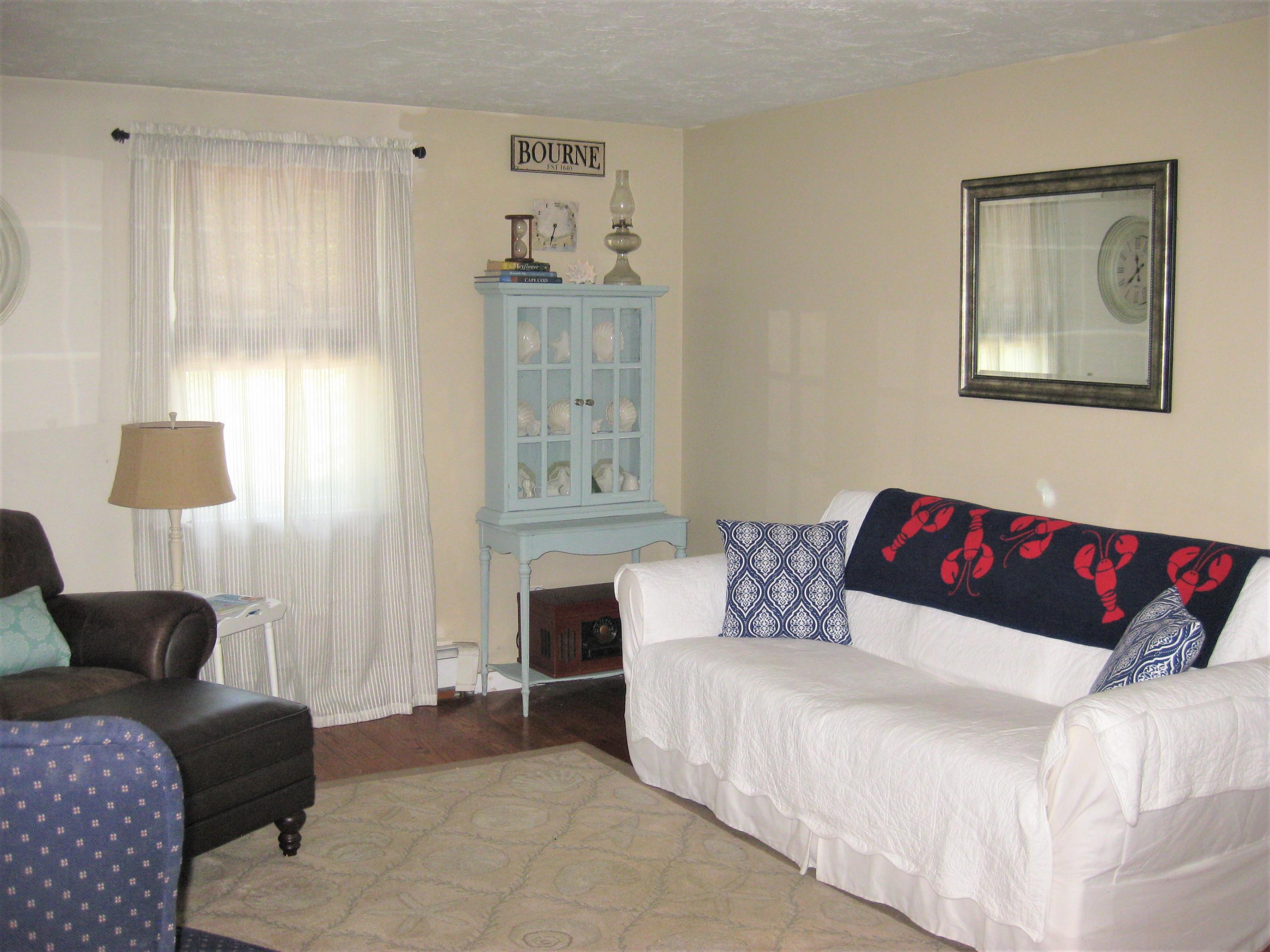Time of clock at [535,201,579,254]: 6:32
